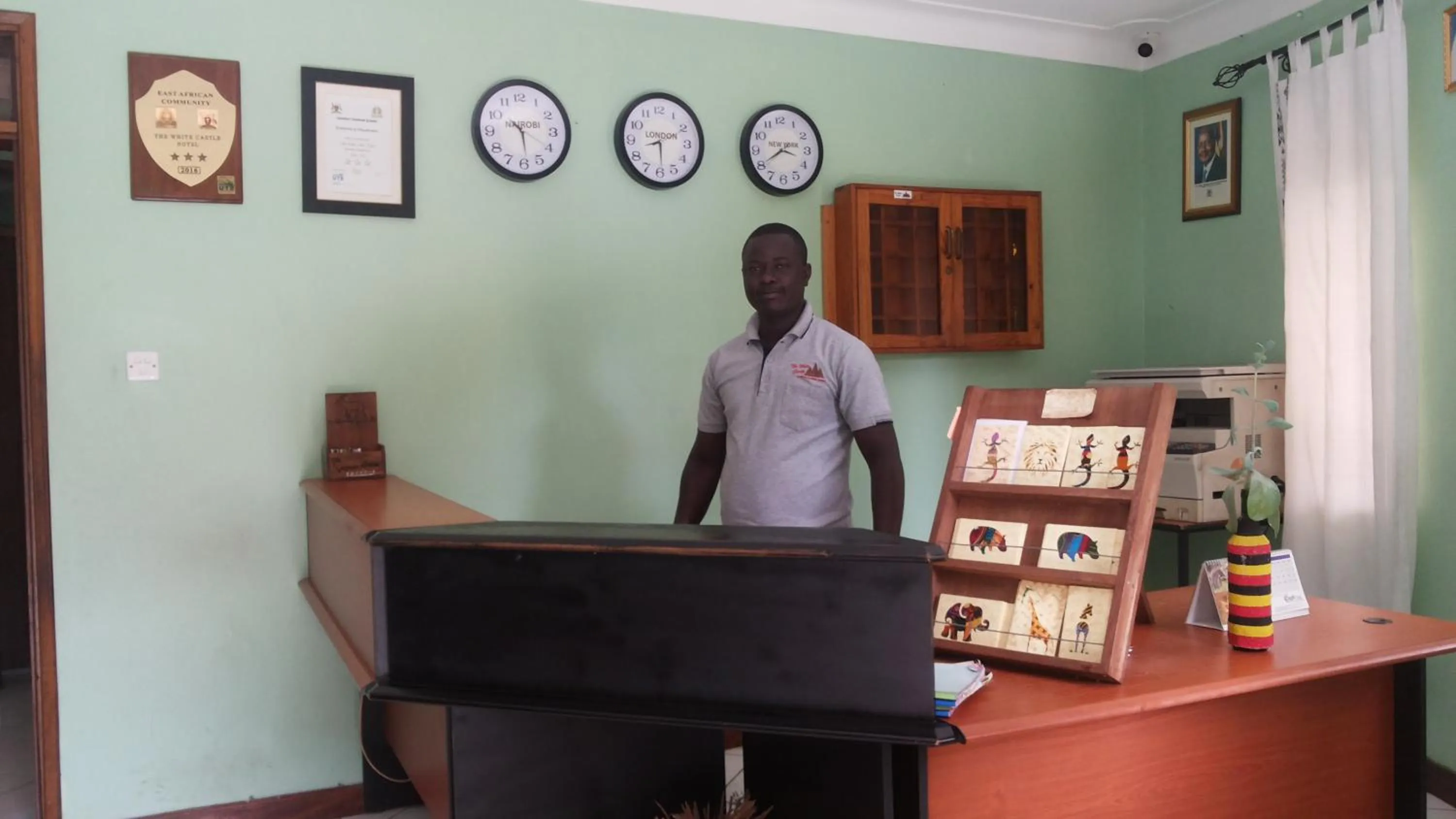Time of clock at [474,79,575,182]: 10:28
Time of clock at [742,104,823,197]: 3:40
